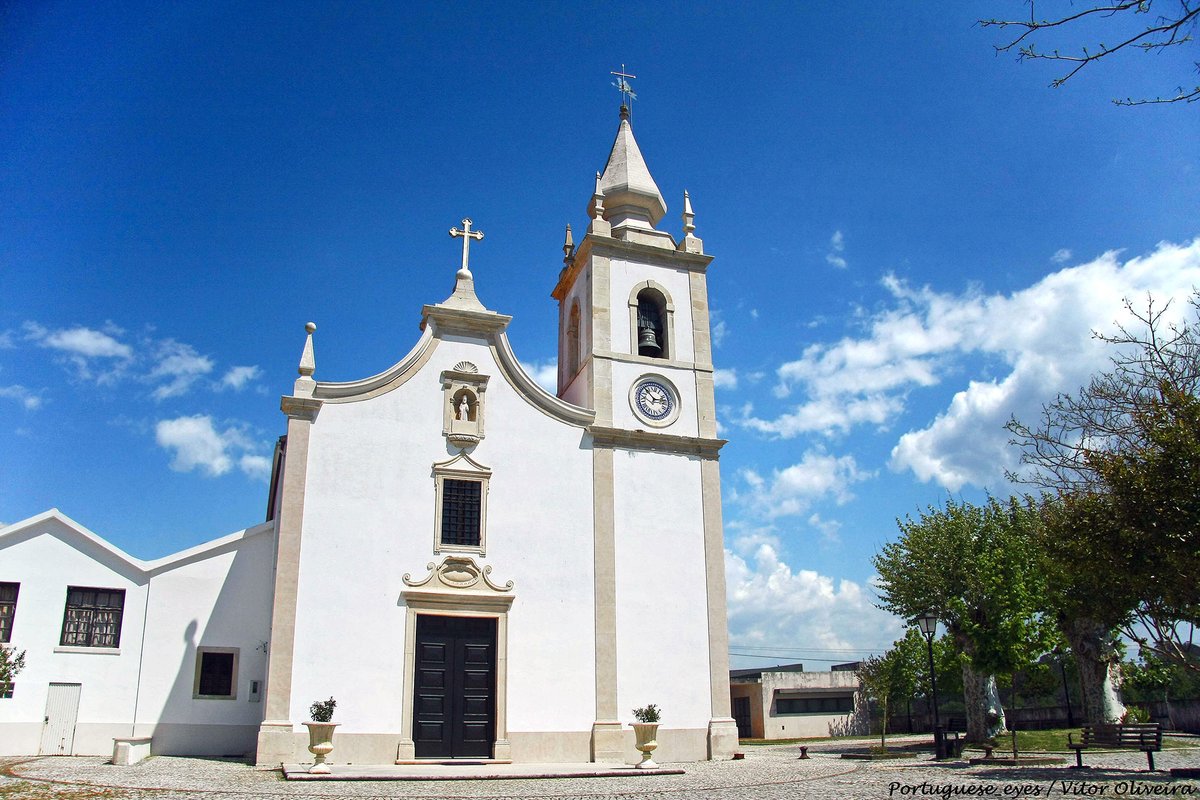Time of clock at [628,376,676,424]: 2:52
